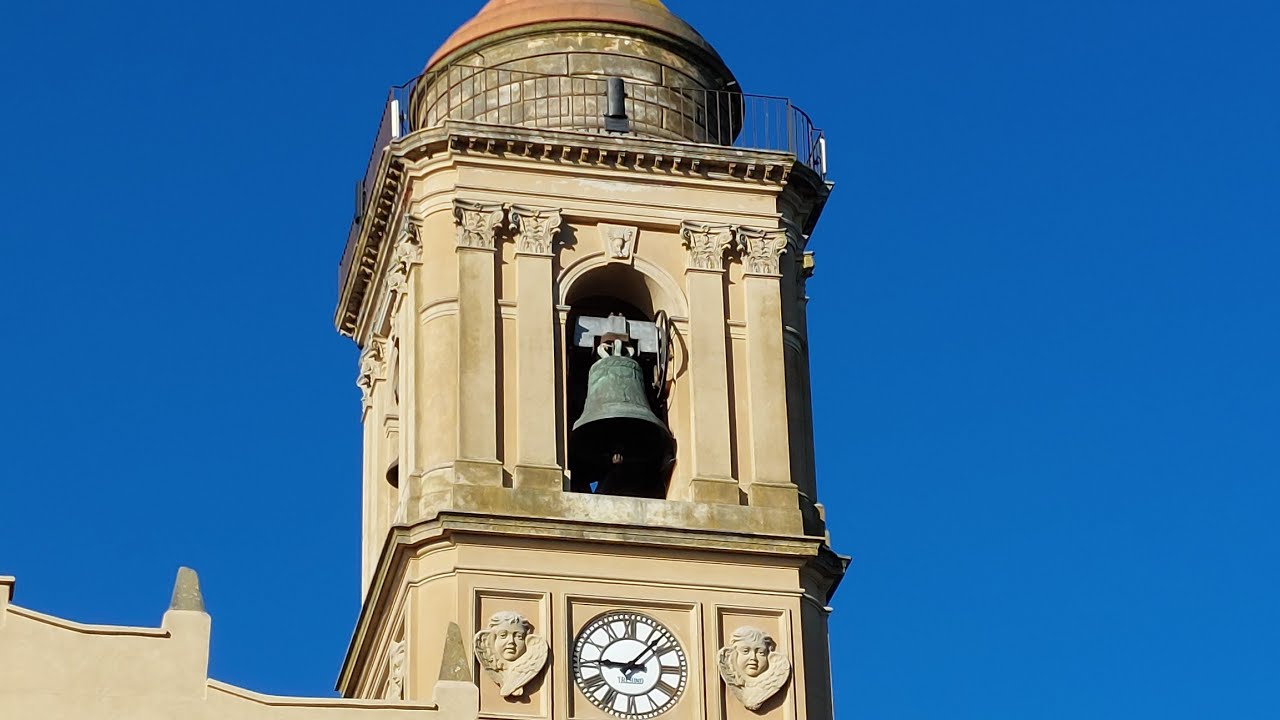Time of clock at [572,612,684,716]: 9:07
